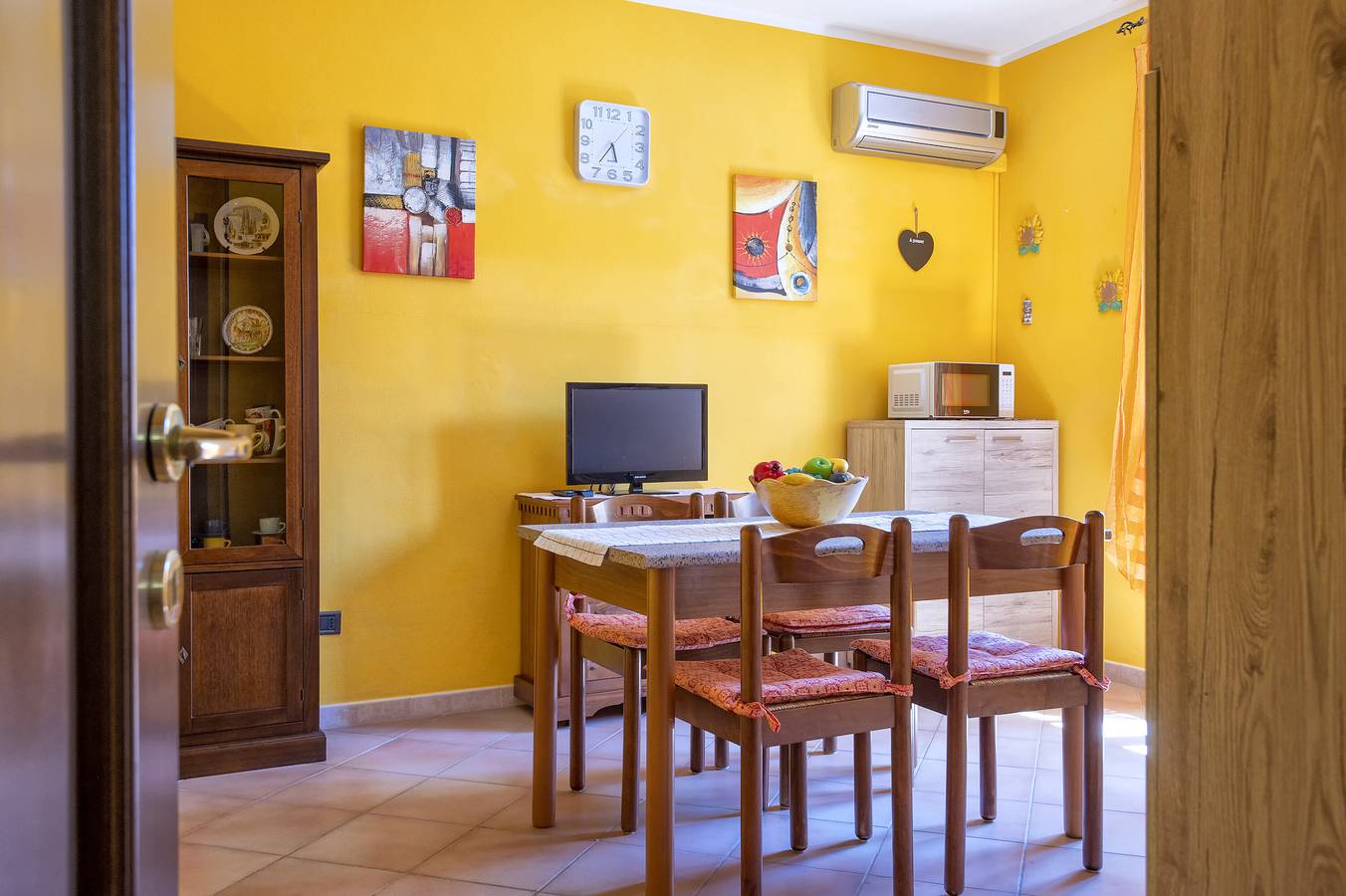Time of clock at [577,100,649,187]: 5:36
